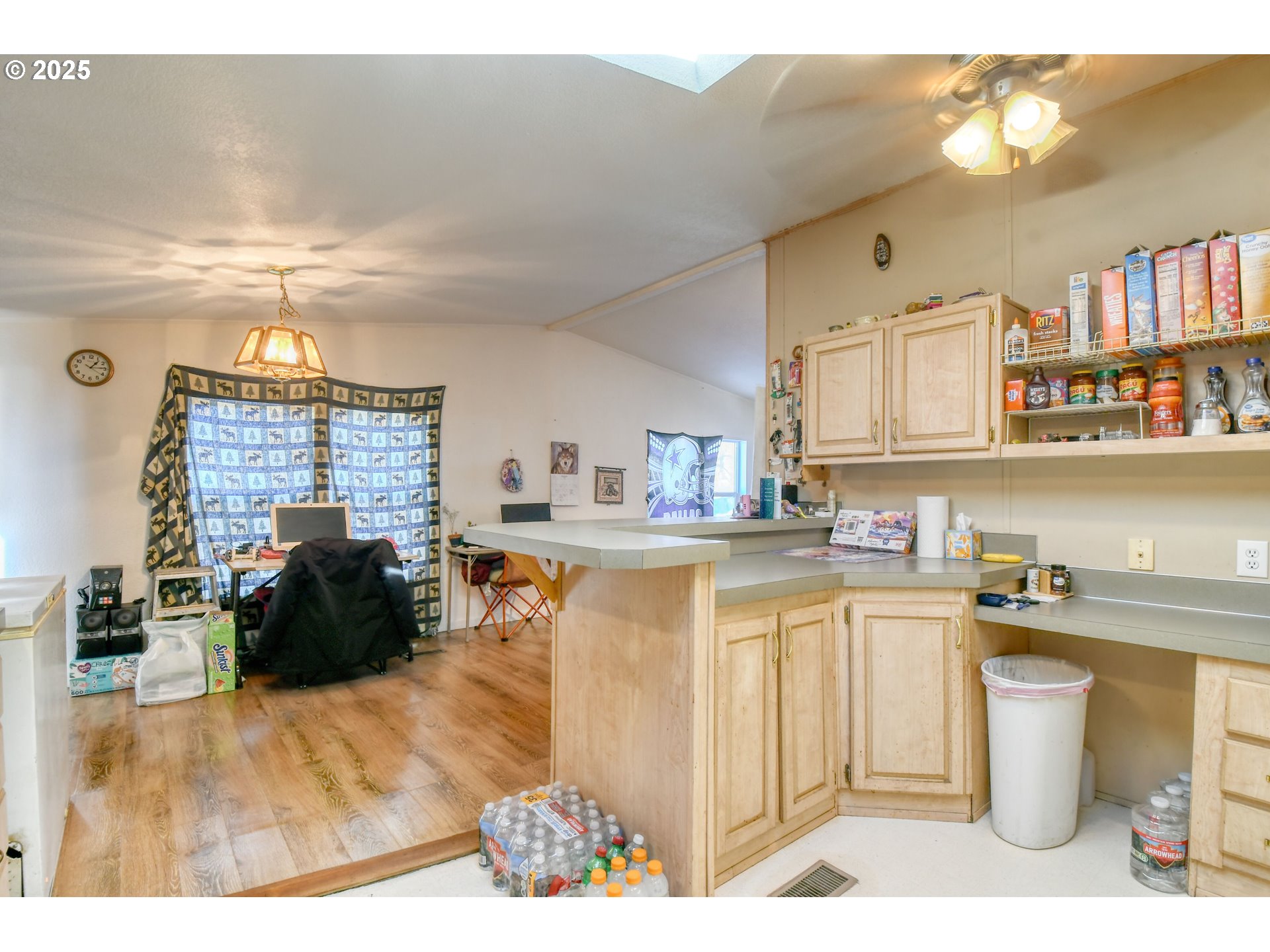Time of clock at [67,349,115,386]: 1:14
